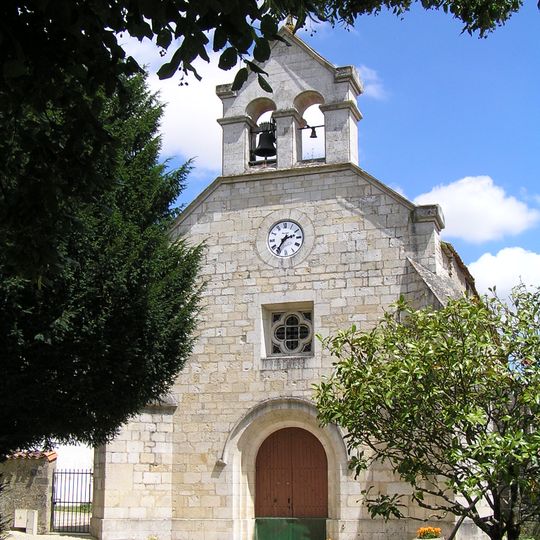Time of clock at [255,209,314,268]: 2:35
